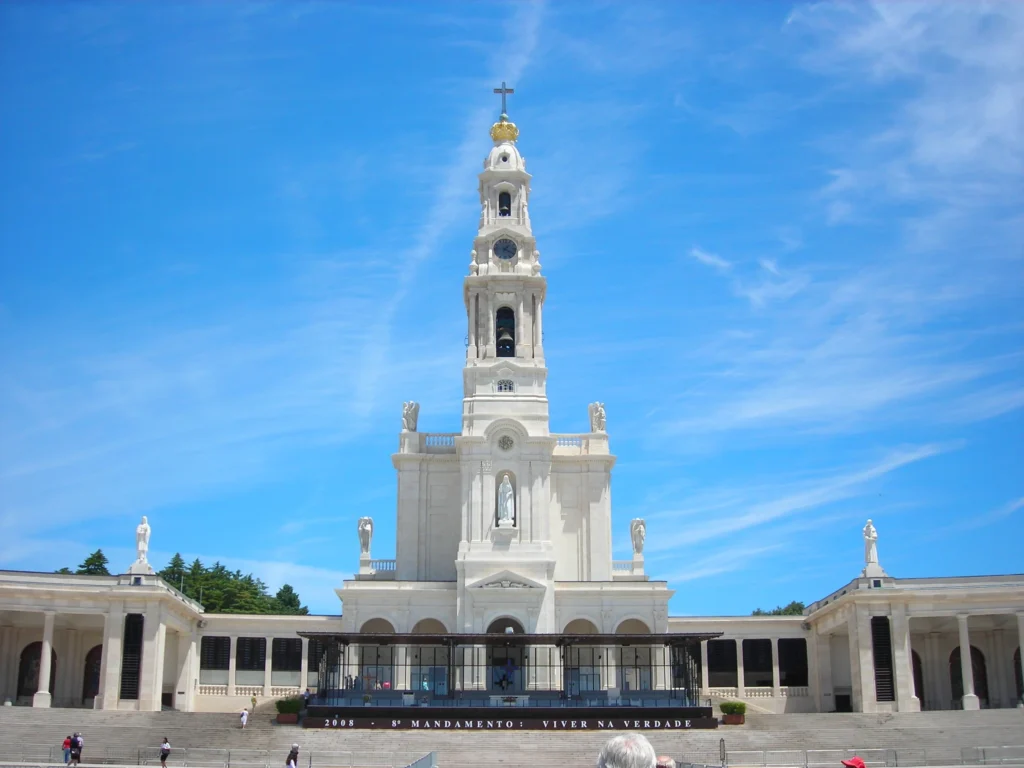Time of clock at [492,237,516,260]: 1:20
